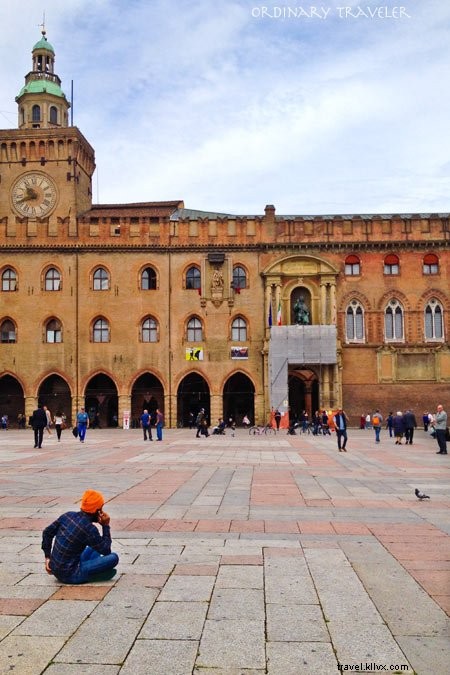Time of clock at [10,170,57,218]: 10:41
